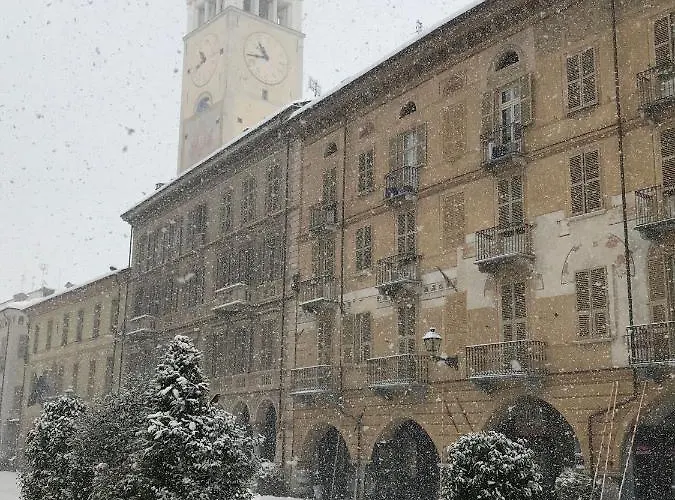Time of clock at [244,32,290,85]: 10:45
